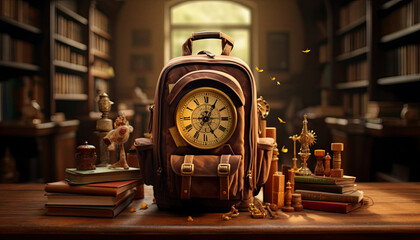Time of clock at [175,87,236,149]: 5:04
